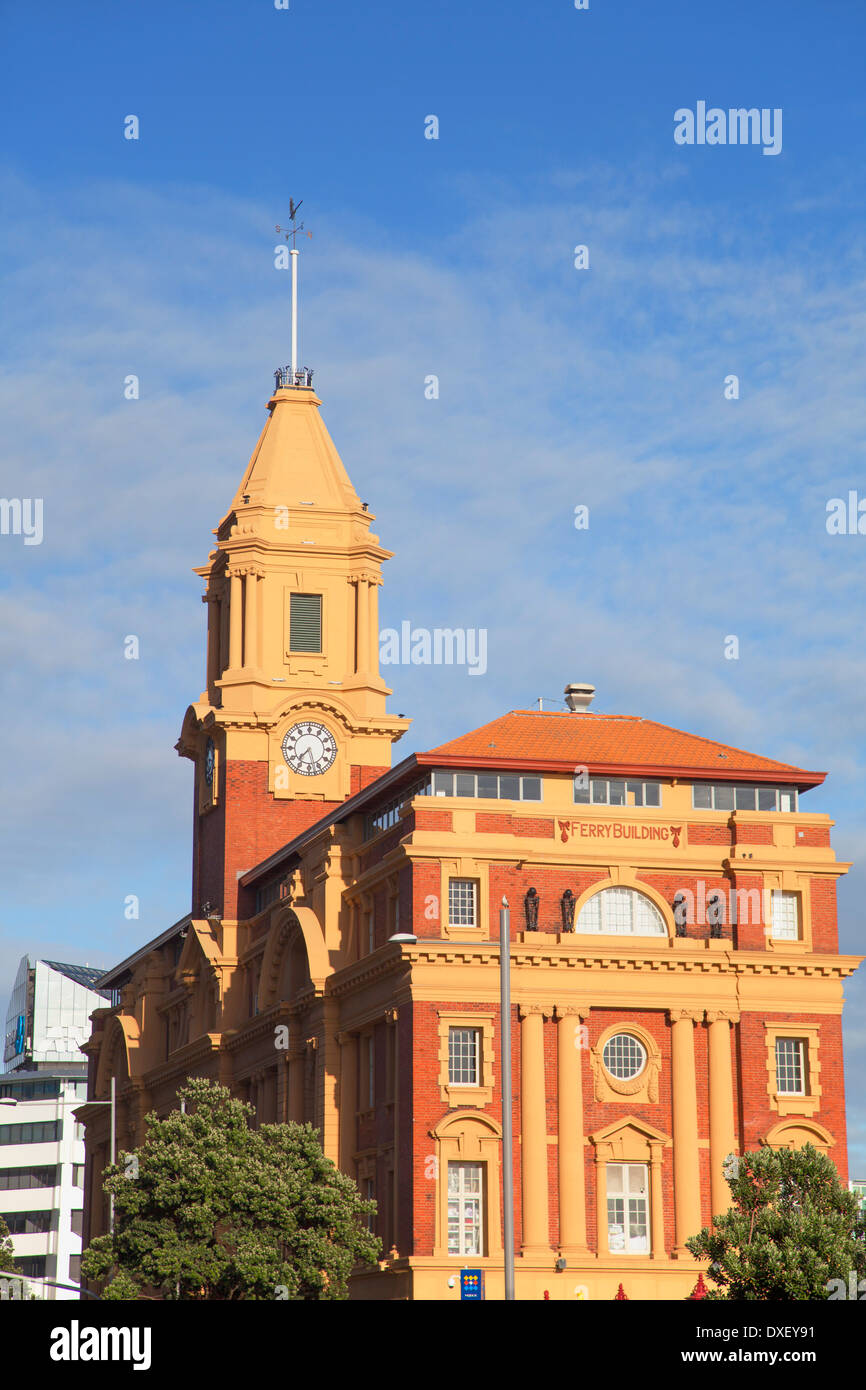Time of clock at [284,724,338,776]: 7:27
